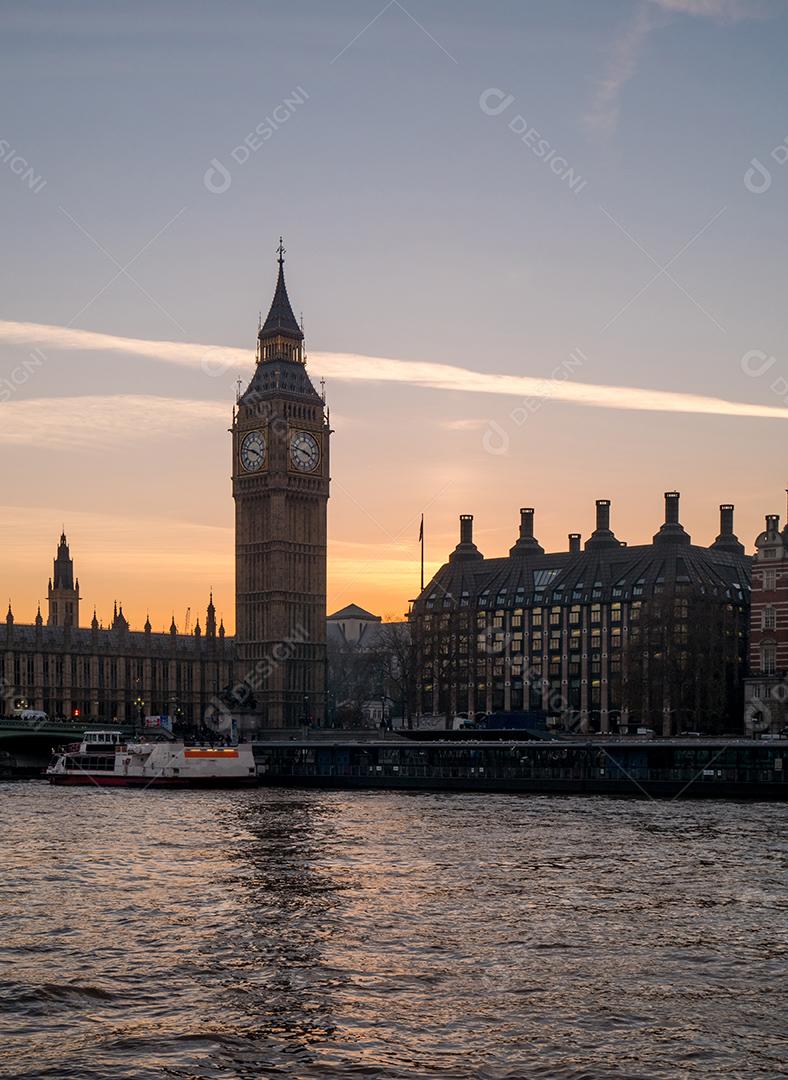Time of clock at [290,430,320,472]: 3:47
